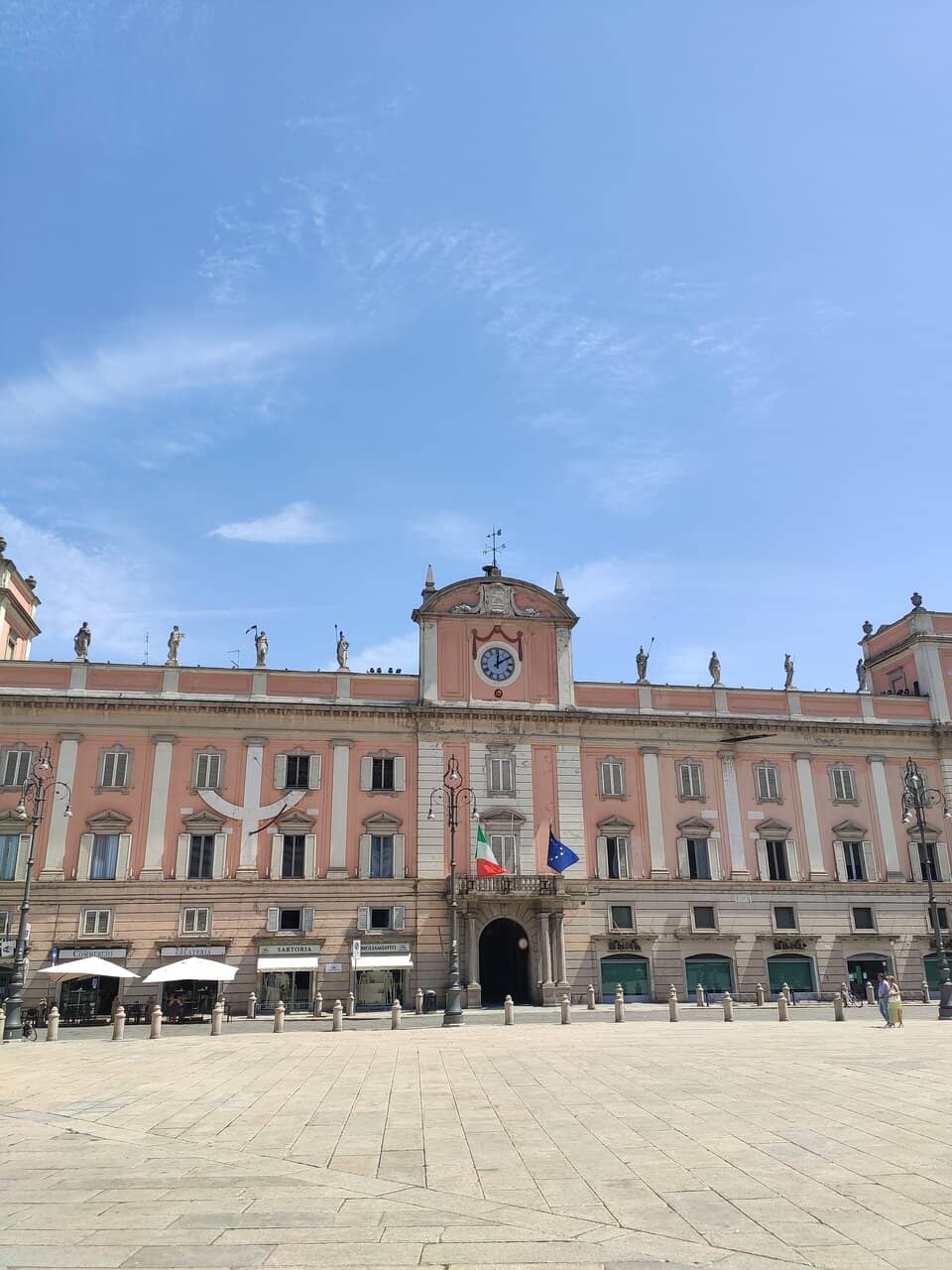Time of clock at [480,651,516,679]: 12:09
